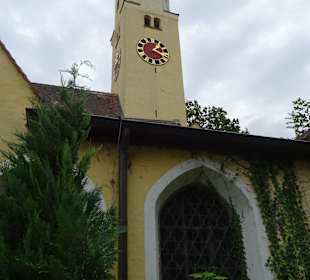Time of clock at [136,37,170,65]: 1:18
